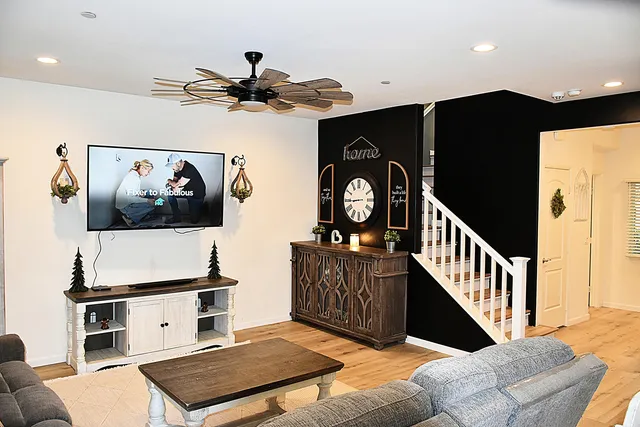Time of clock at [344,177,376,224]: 8:44
